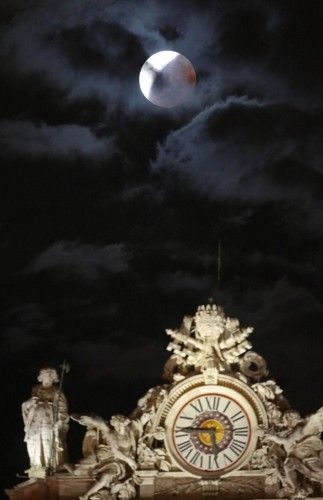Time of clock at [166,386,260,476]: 5:45
